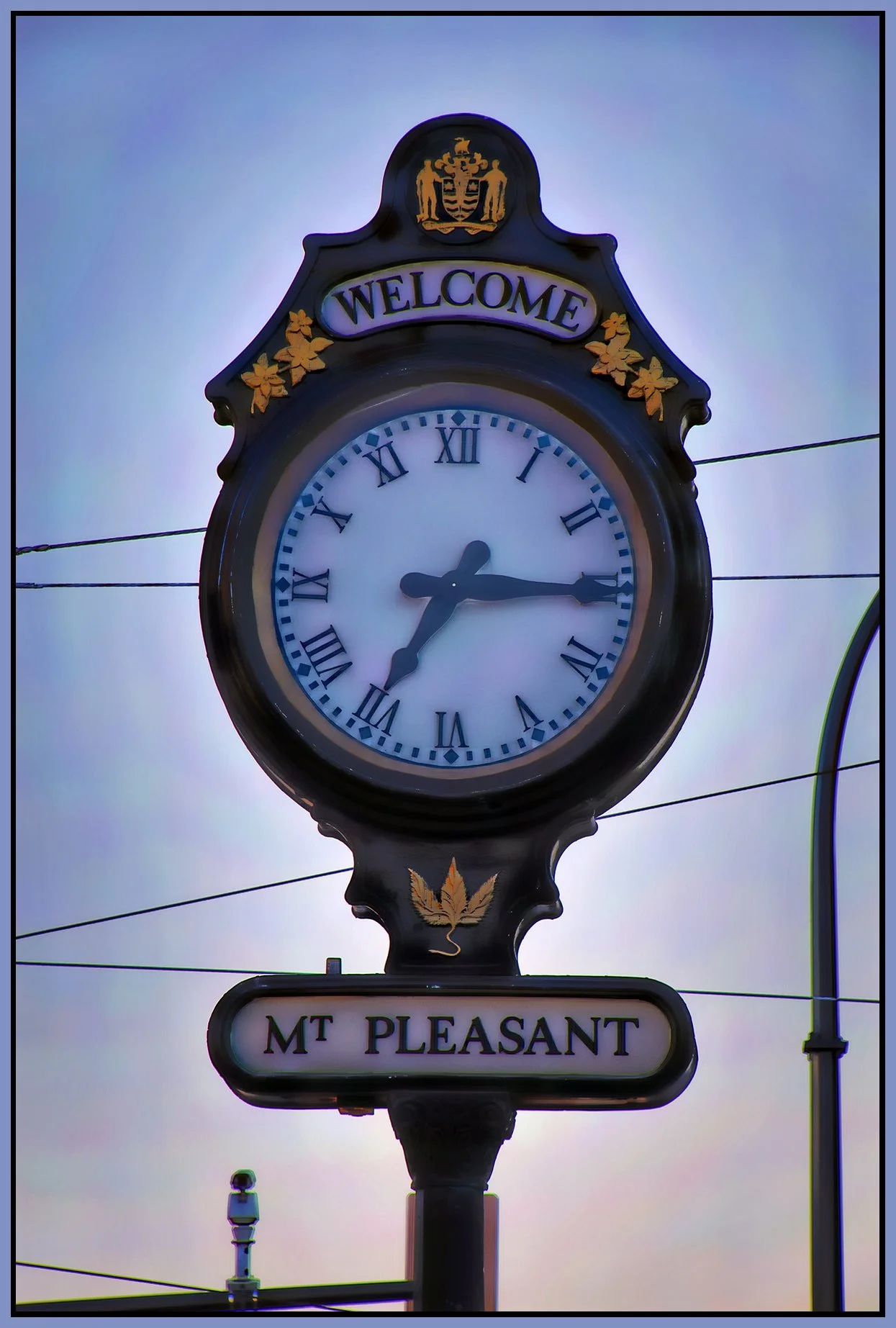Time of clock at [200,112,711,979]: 7:15
